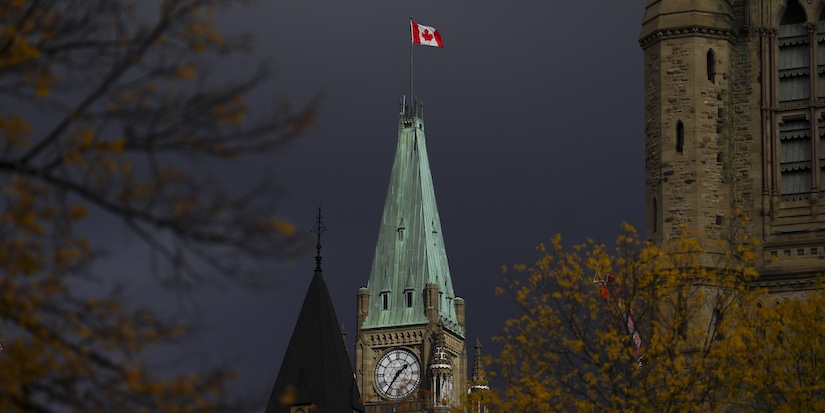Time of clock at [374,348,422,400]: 1:36
